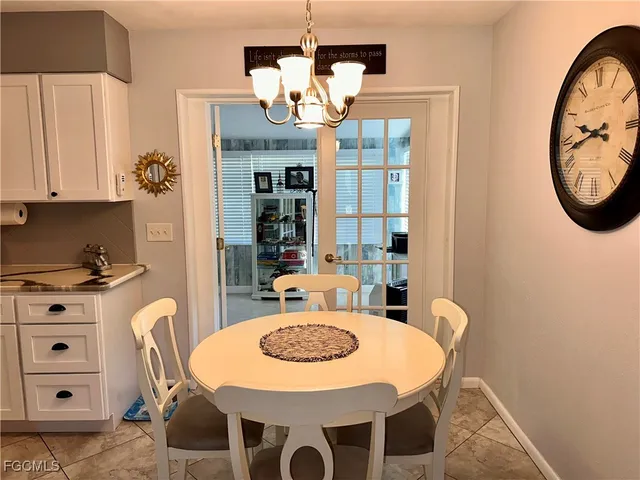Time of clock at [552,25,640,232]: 9:42
